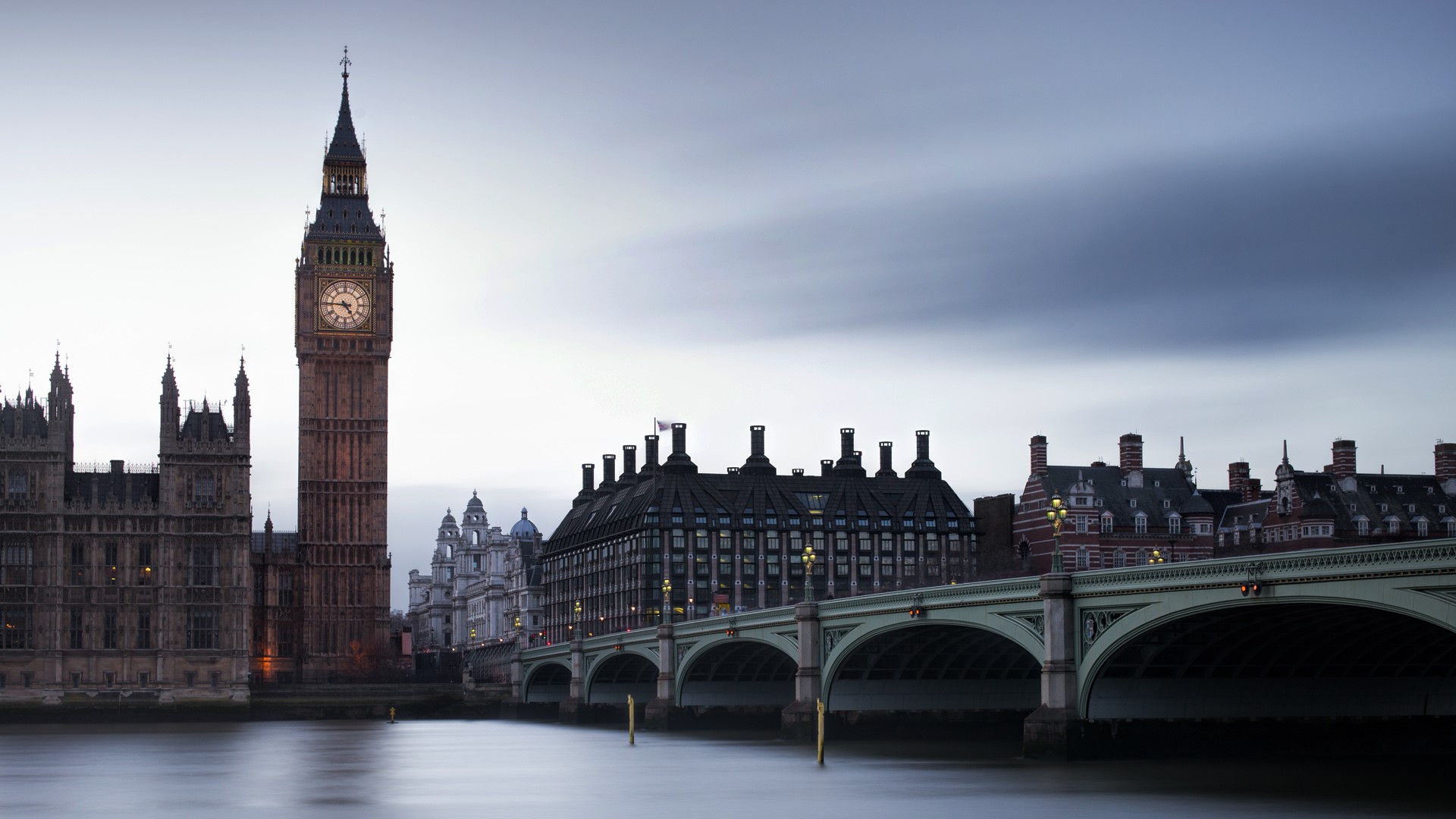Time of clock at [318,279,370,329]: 4:45
